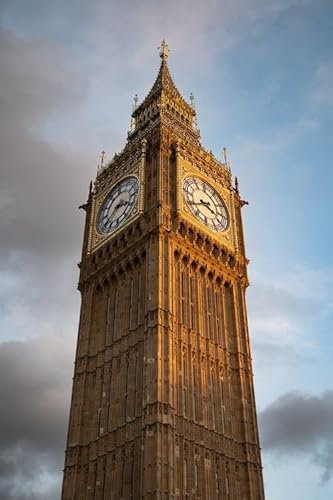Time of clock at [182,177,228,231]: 3:40
